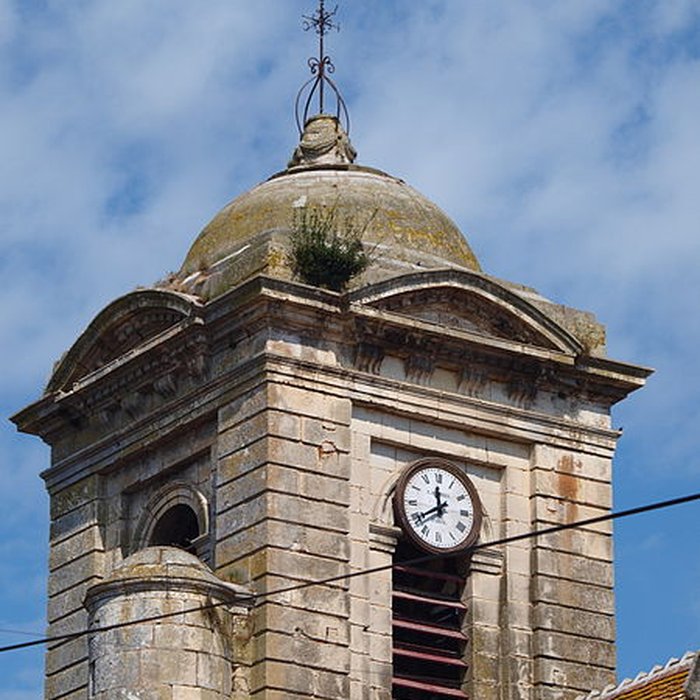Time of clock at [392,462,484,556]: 11:39
